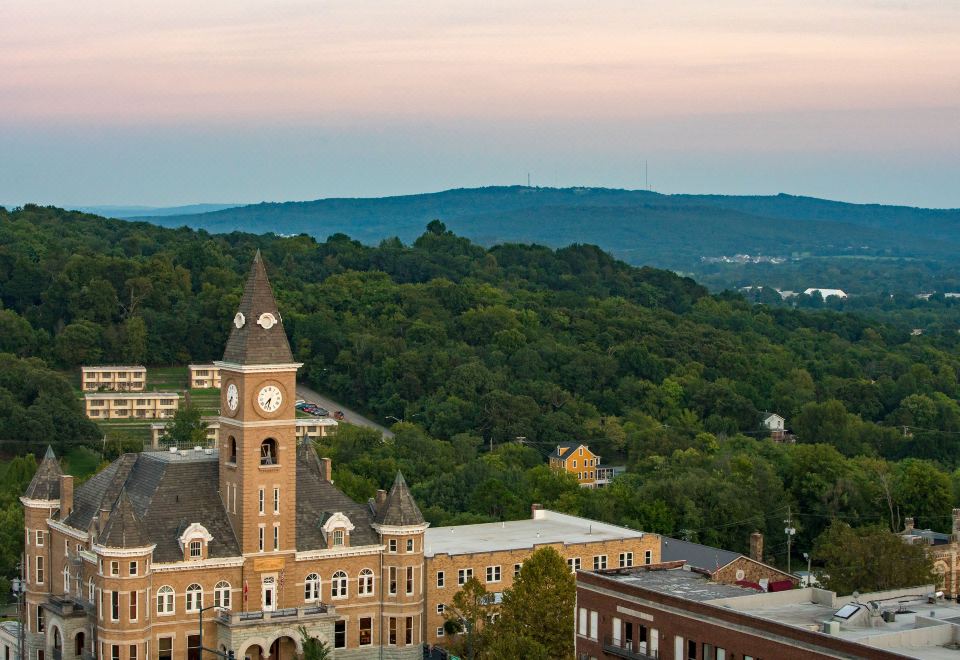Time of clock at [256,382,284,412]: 7:32
